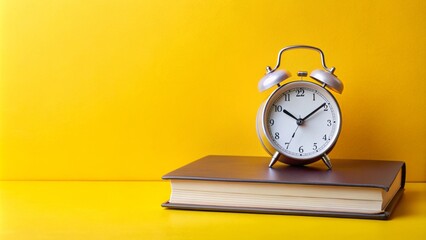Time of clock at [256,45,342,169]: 10:09
